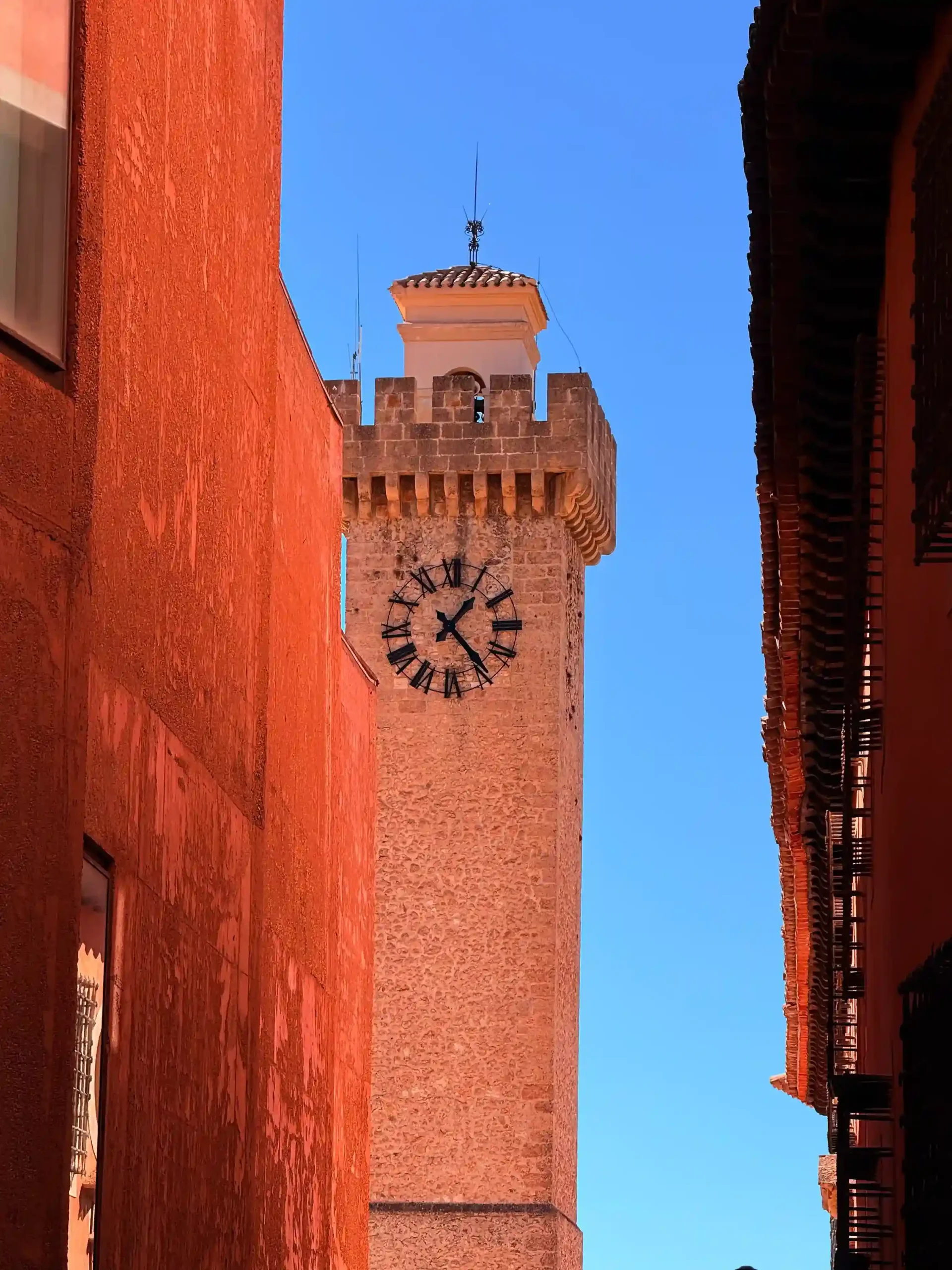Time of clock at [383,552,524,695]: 1:23
